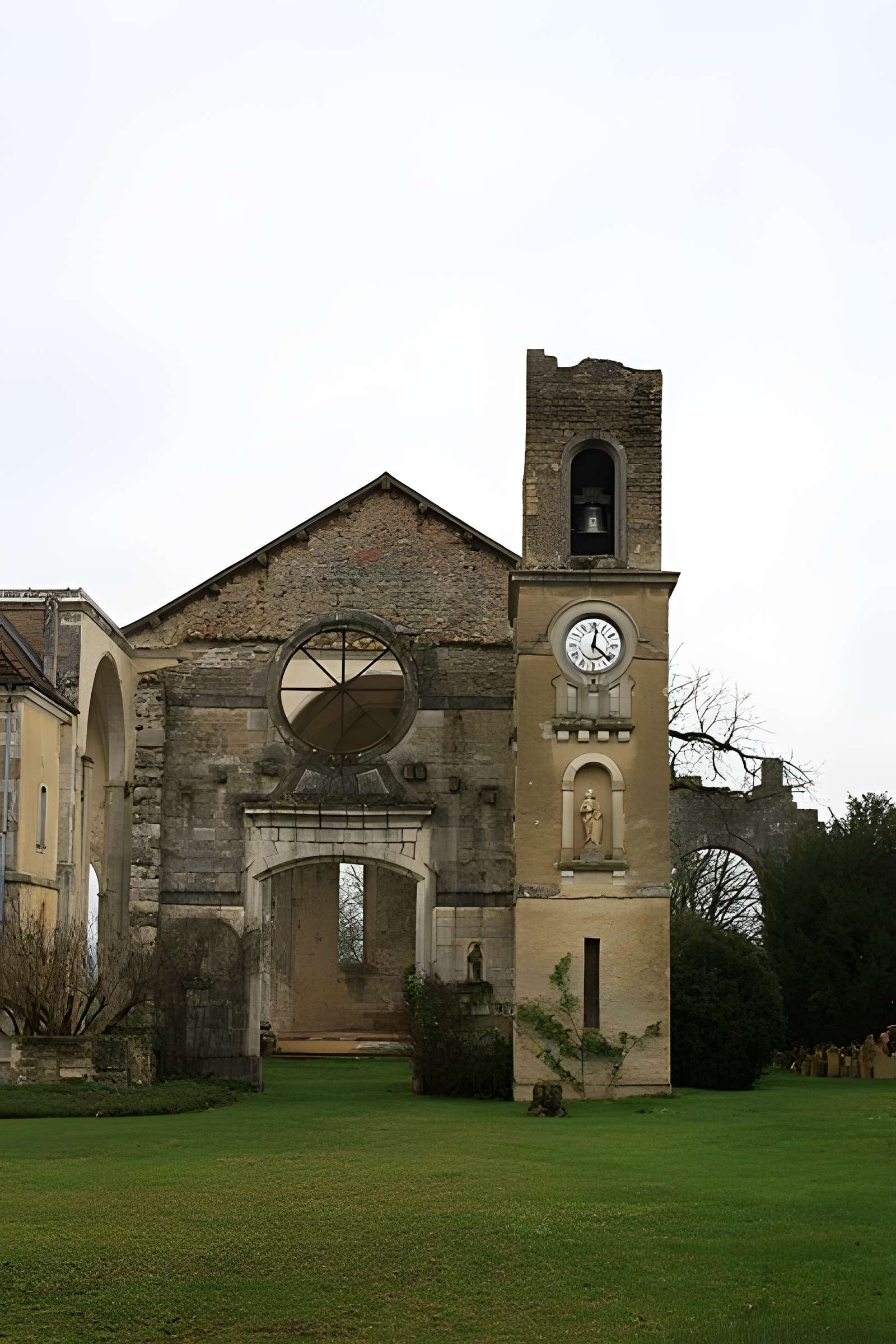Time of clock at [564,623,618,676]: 12:21
